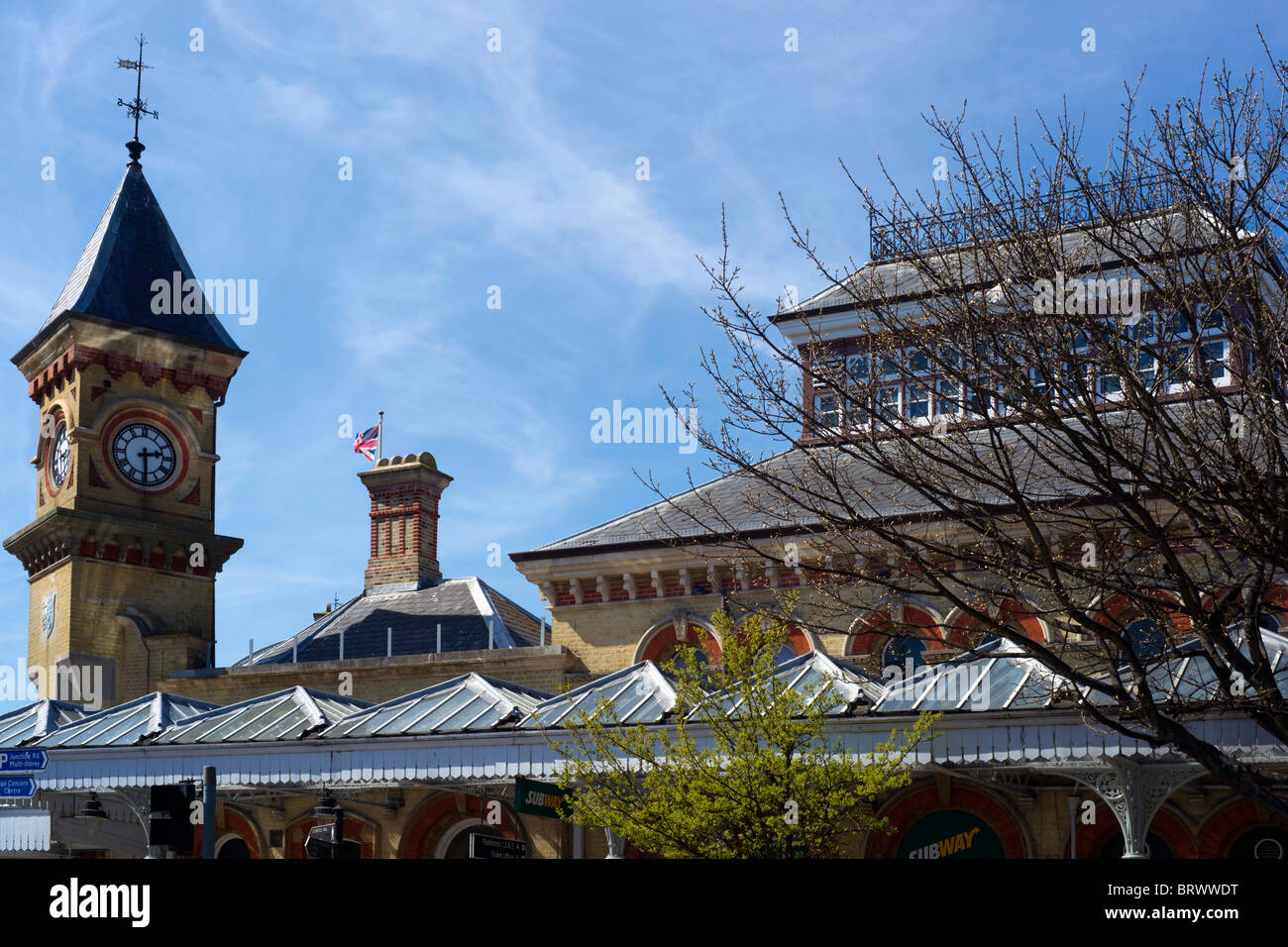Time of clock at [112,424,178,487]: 2:29
